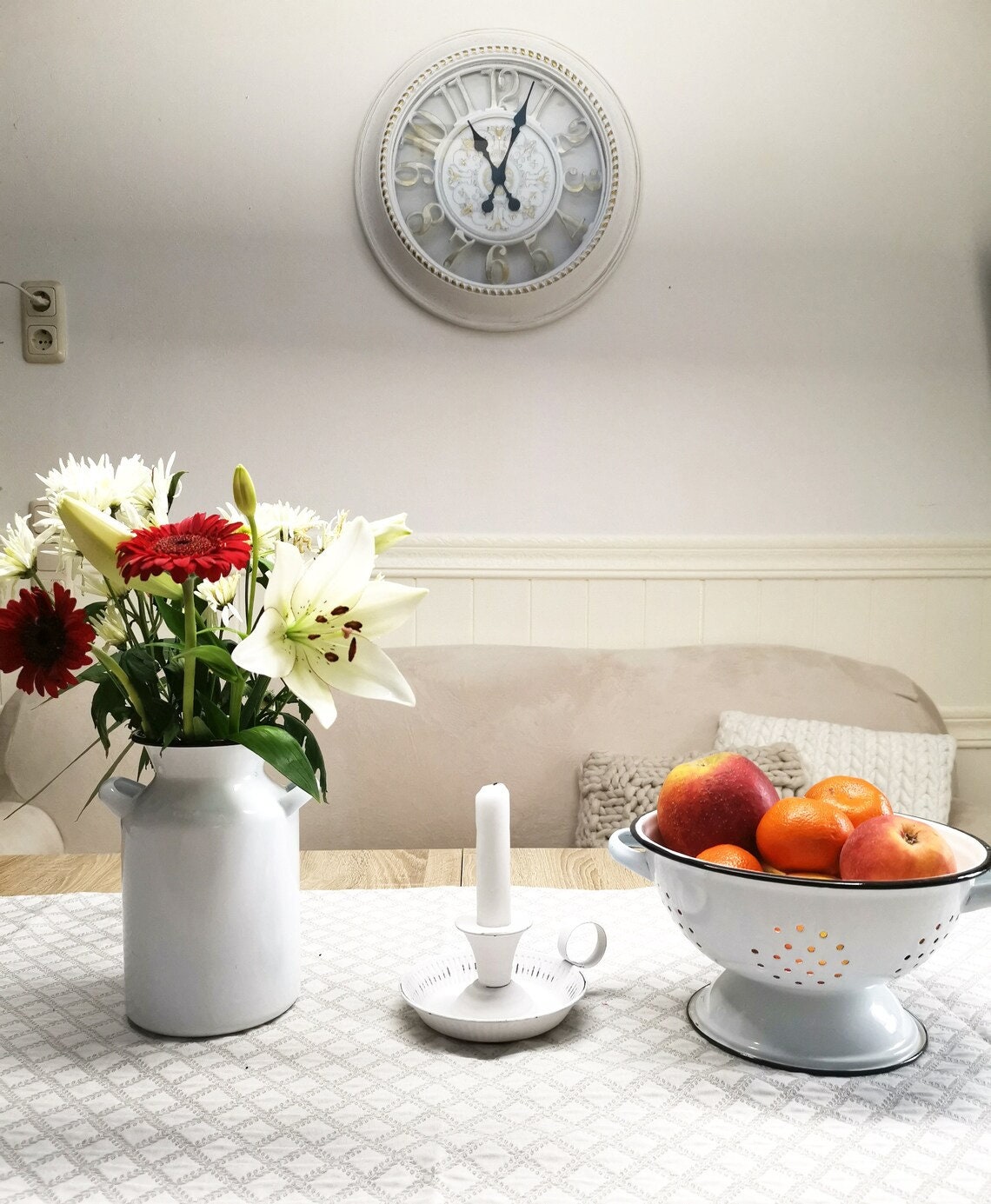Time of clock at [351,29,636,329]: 11:03
